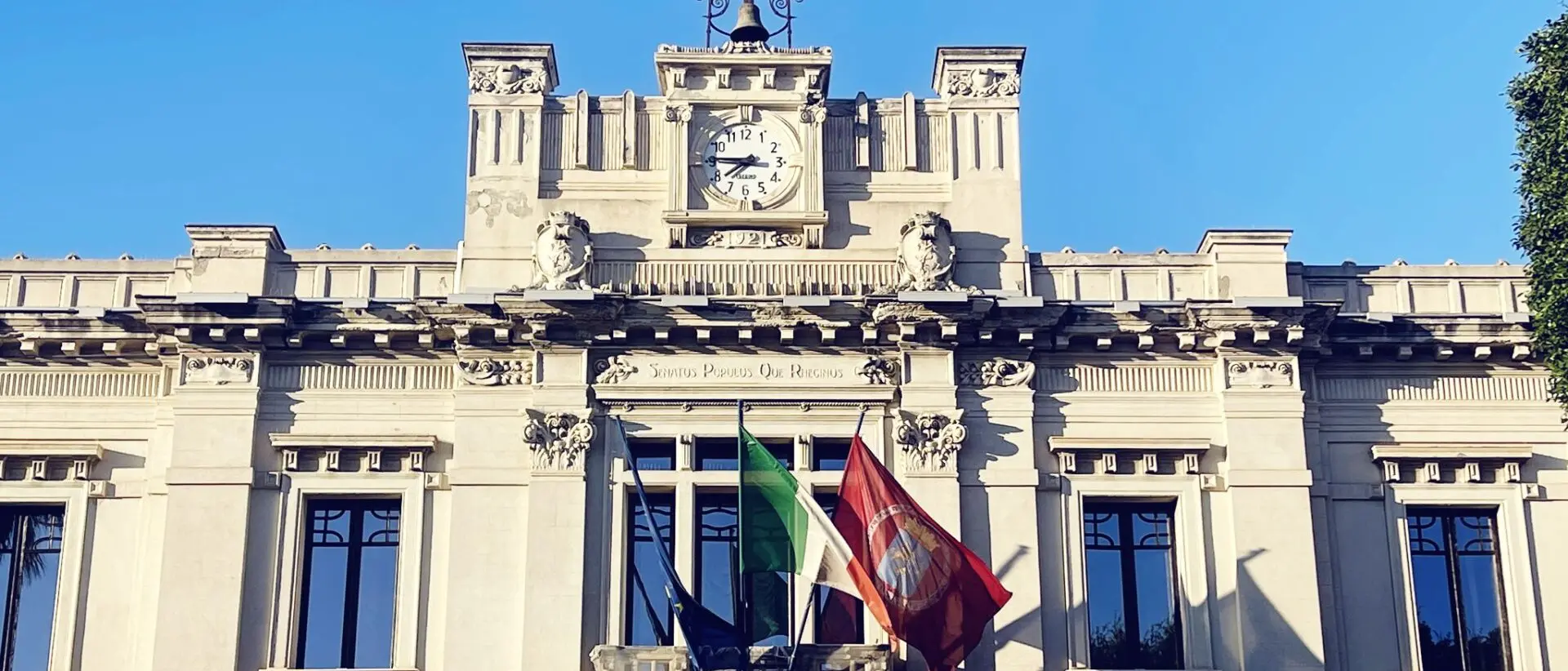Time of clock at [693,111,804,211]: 7:45
